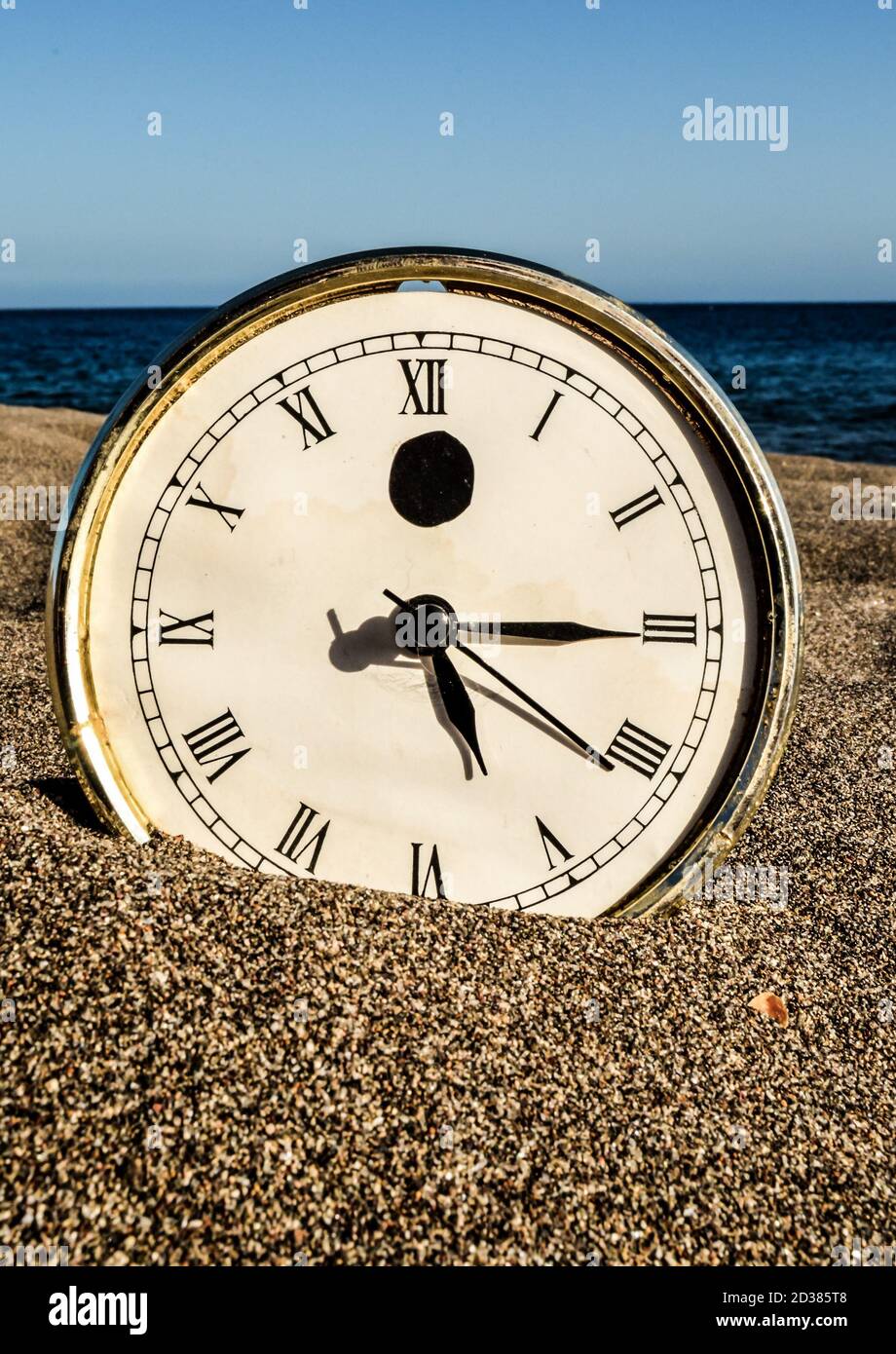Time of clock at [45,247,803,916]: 5:15
